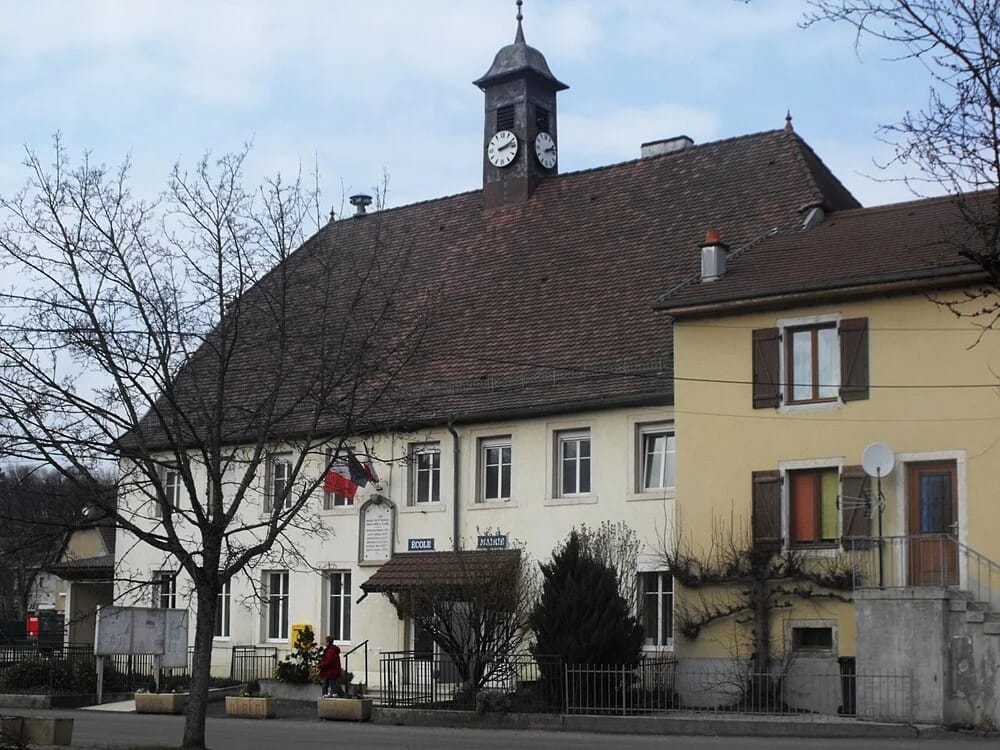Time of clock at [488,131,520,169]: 2:13
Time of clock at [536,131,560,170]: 2:12
